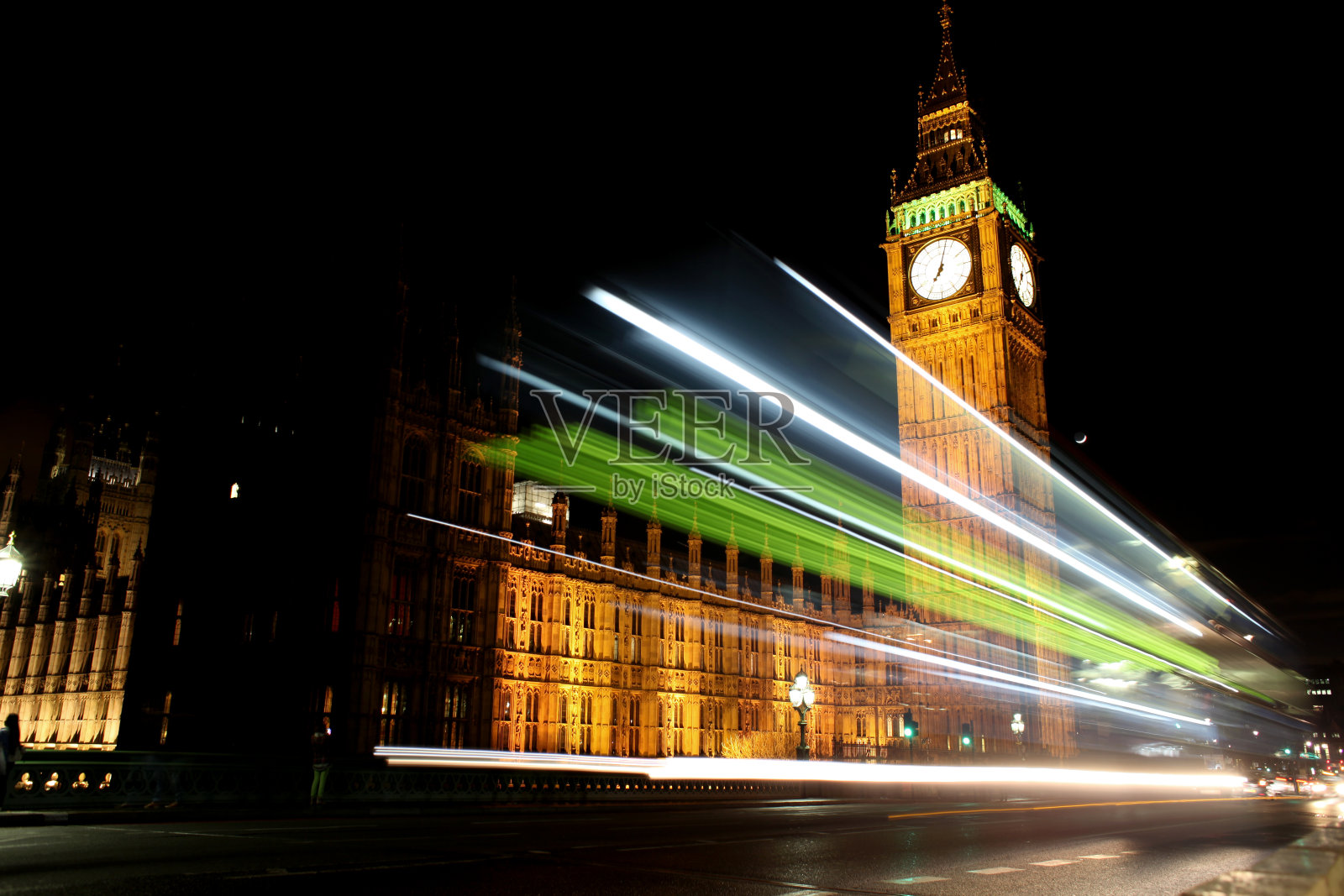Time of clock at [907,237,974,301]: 7:02
